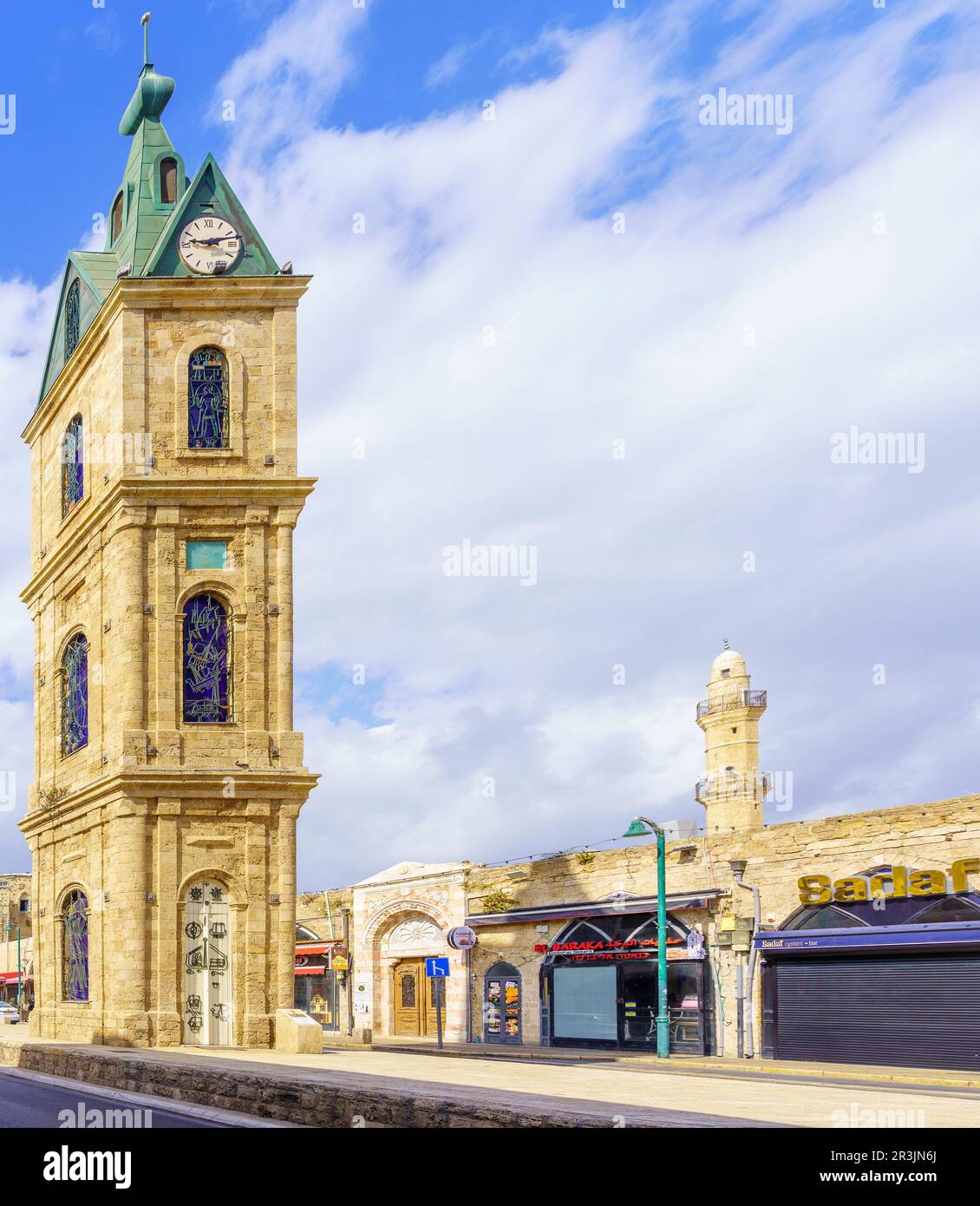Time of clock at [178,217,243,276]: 9:12
